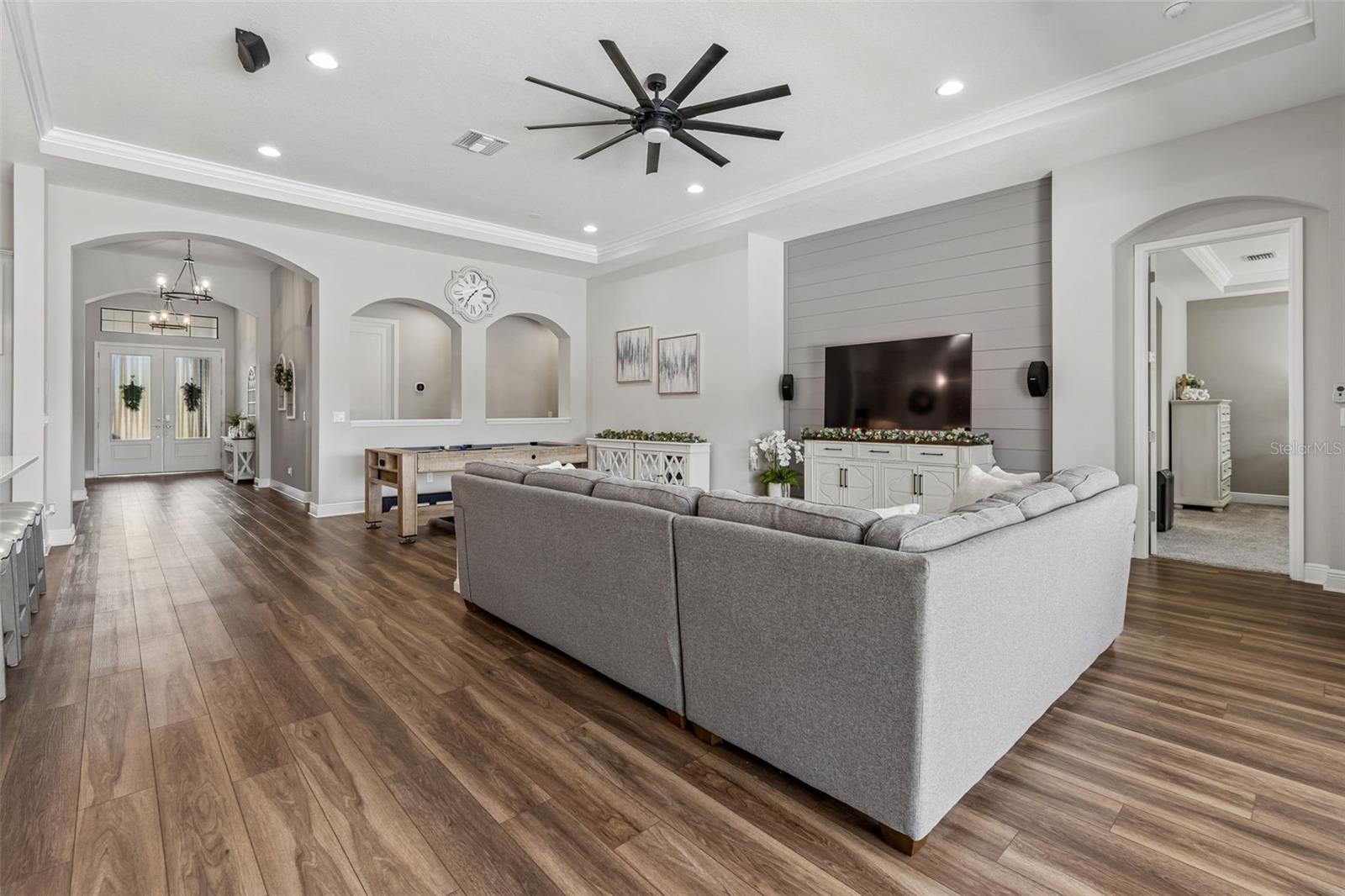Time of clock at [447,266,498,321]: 1:36
